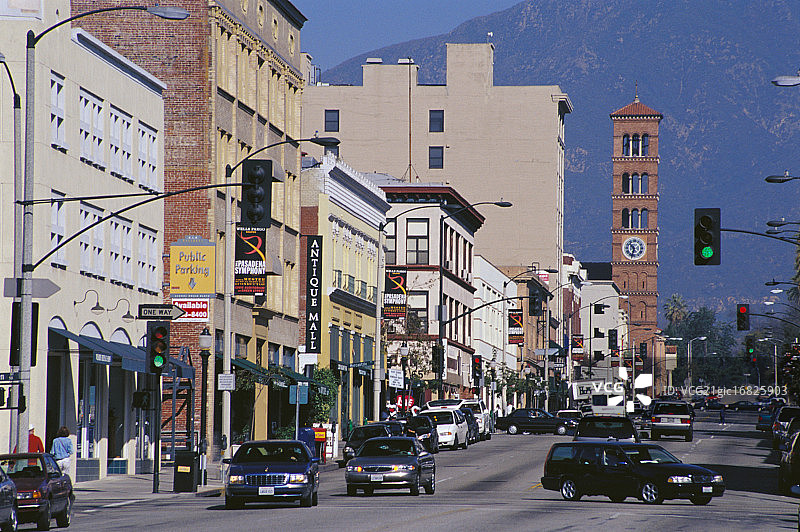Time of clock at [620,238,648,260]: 10:32
